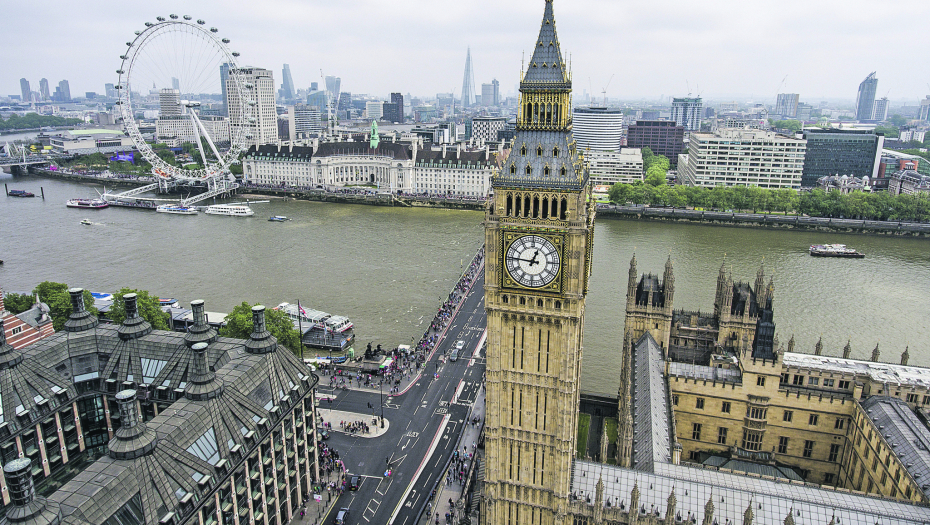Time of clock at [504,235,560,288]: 12:46
